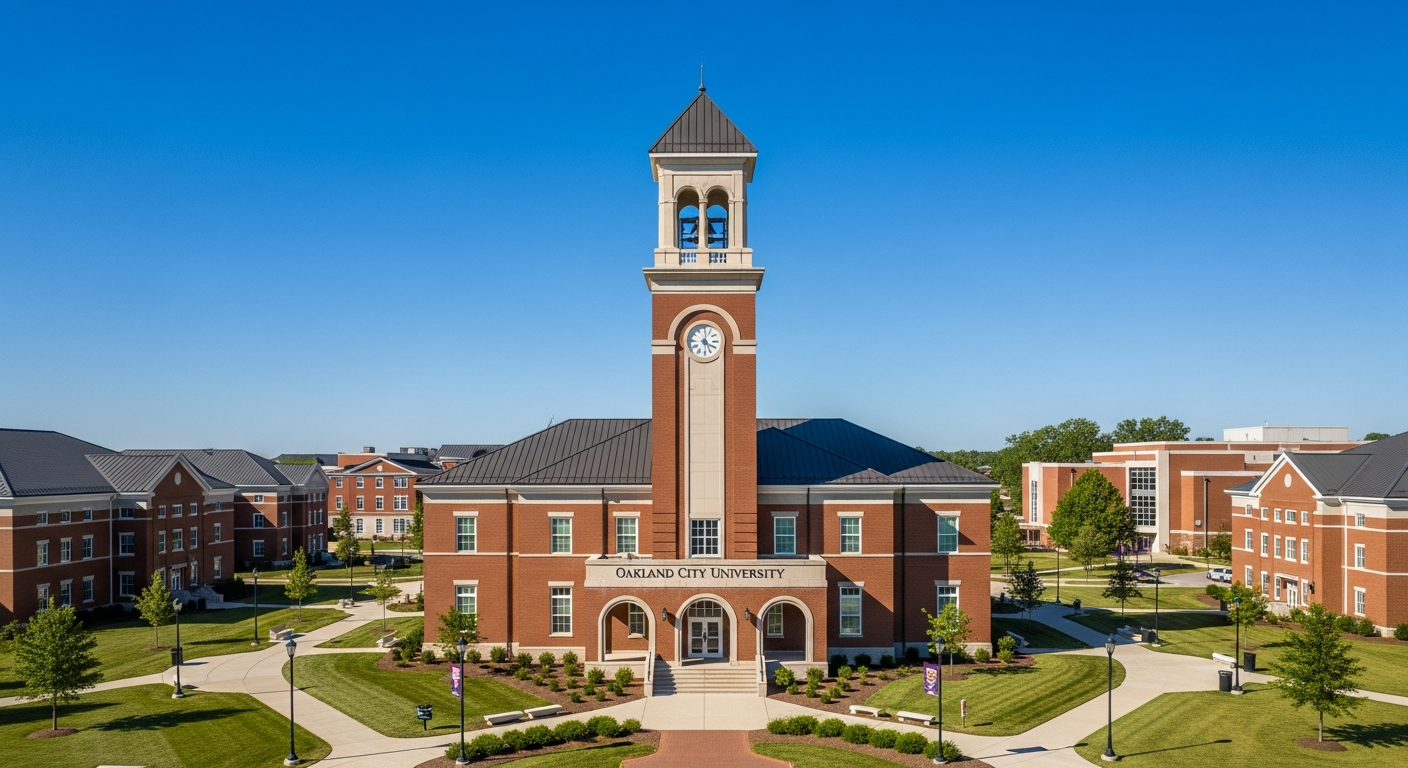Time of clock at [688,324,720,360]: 4:00
